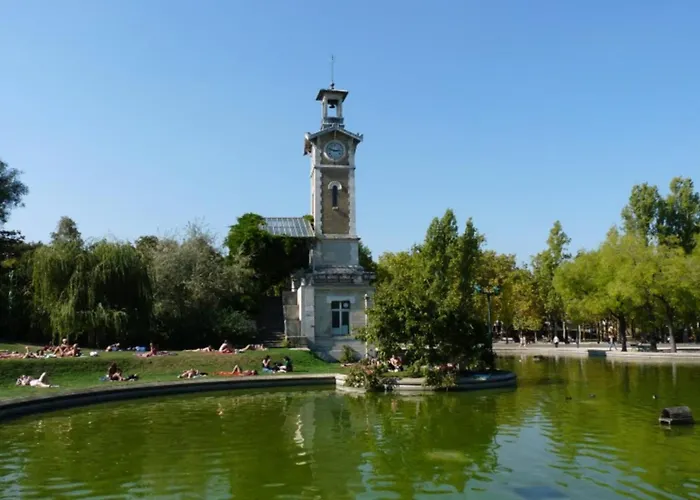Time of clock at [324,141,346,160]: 2:48
